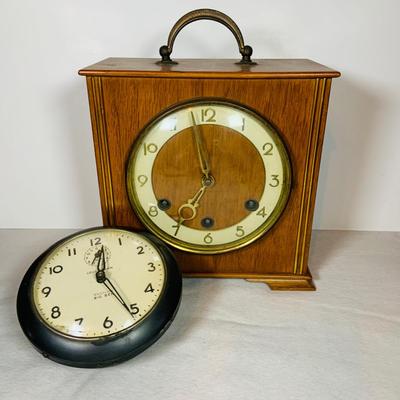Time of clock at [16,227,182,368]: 12:25
